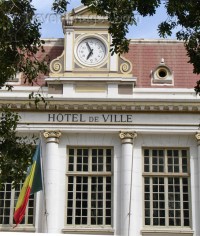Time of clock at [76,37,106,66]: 6:56
